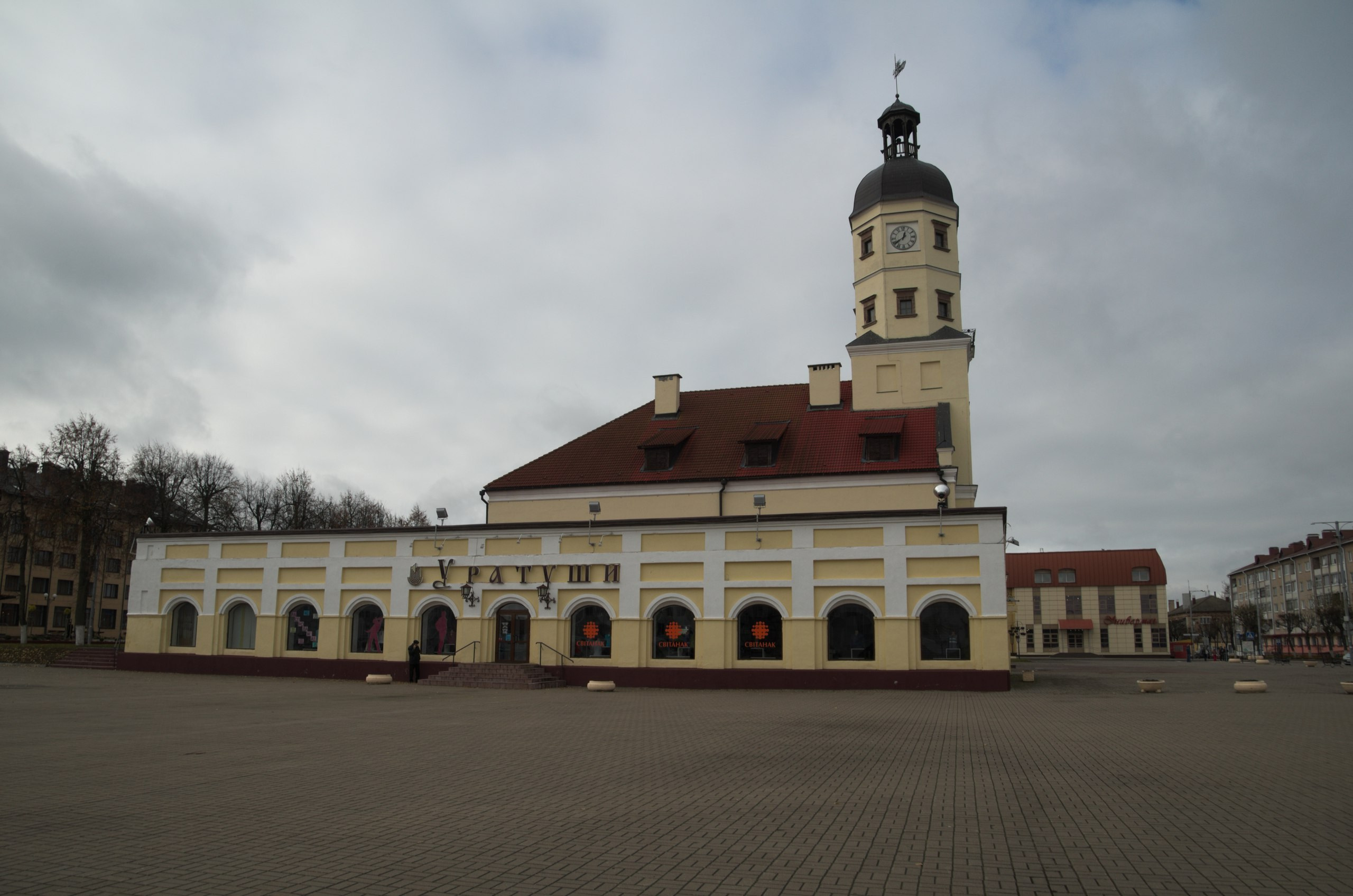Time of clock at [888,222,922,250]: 12:39
